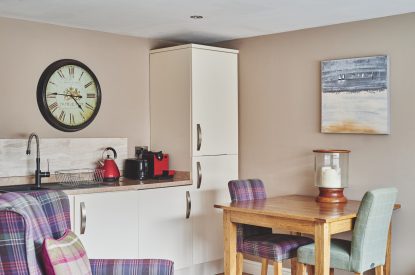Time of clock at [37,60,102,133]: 4:45
